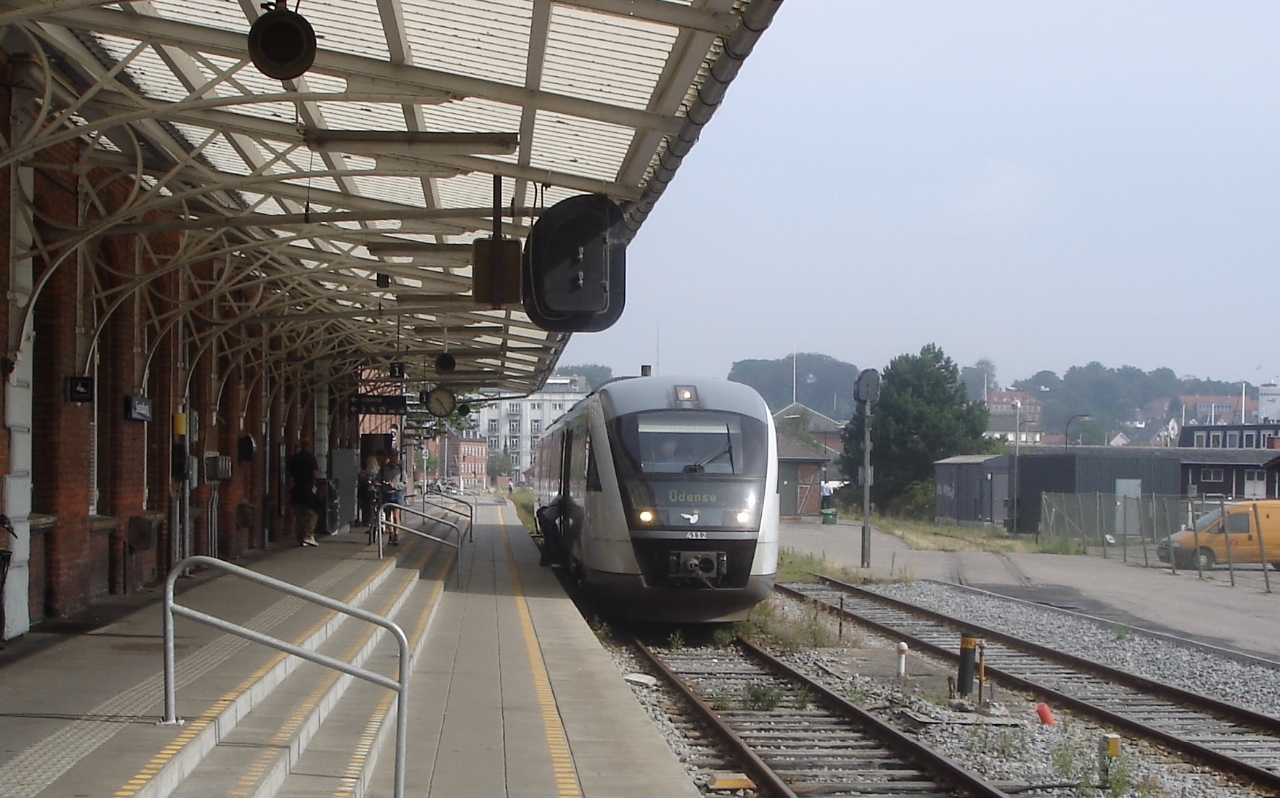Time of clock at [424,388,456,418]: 10:24
